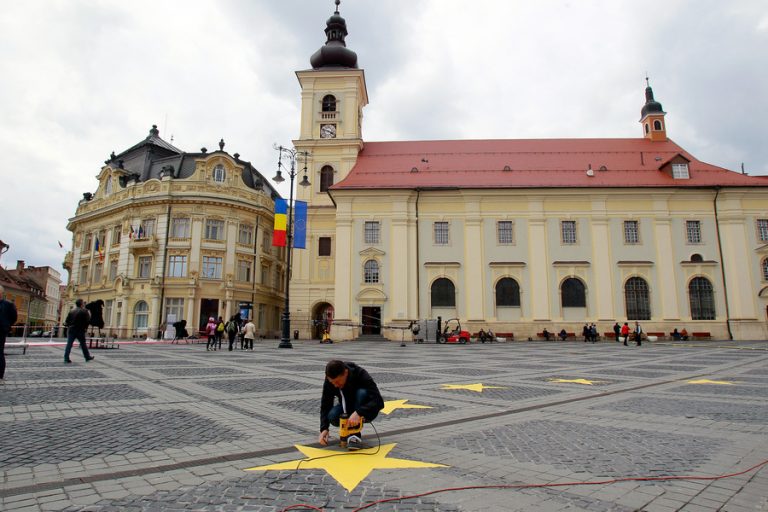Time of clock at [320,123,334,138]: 3:47
